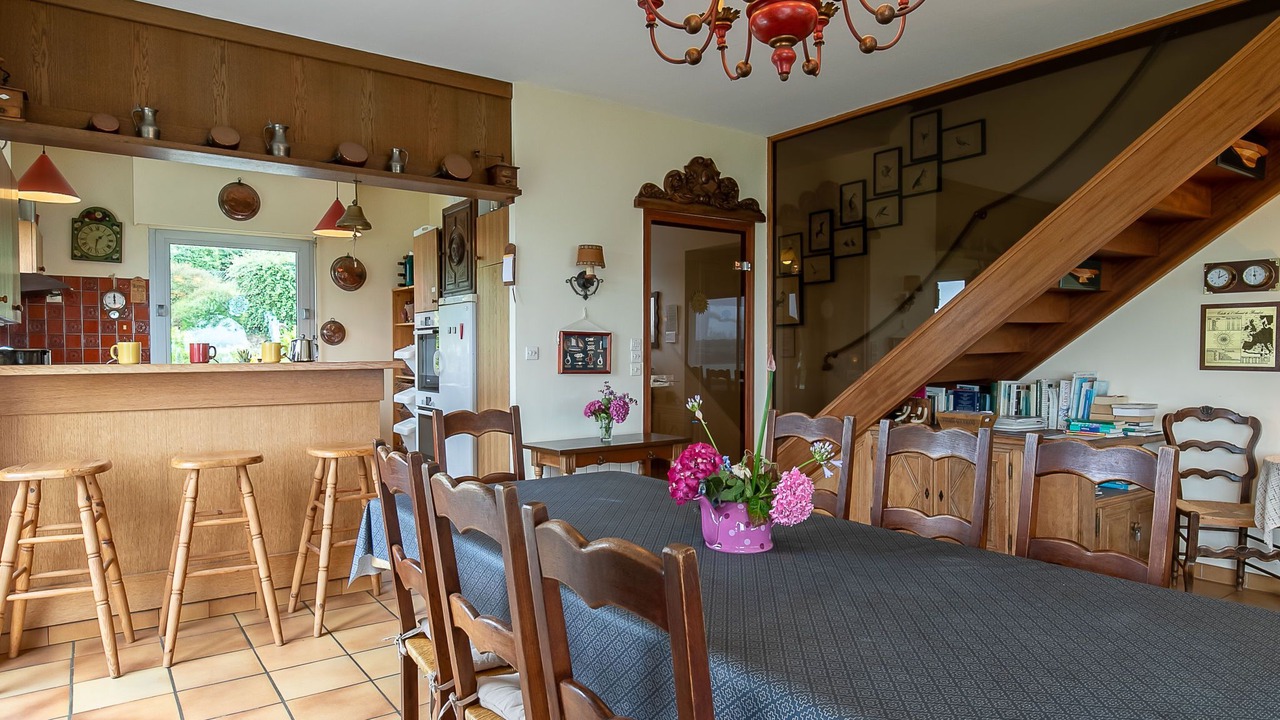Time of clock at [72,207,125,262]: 1:31
